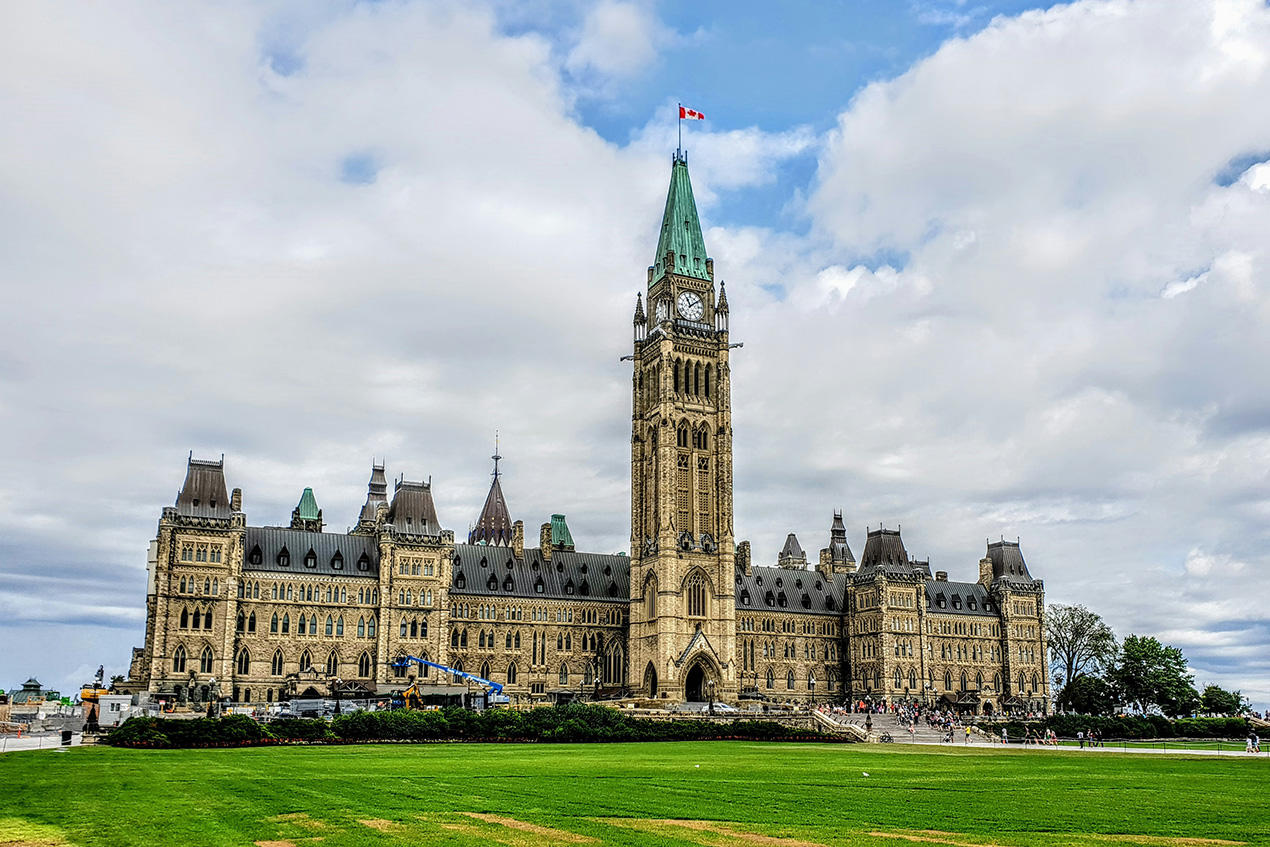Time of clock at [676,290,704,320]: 11:08
